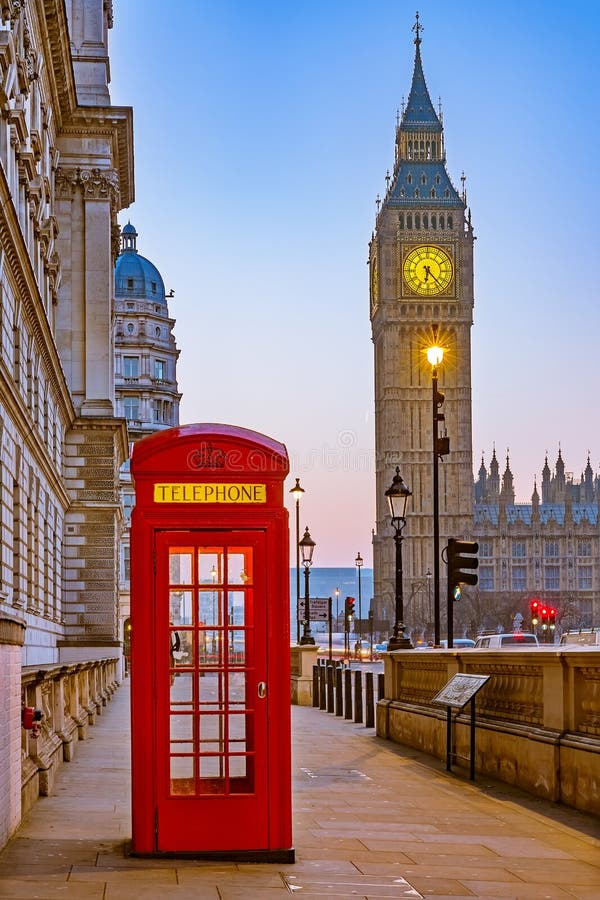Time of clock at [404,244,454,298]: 6:23
